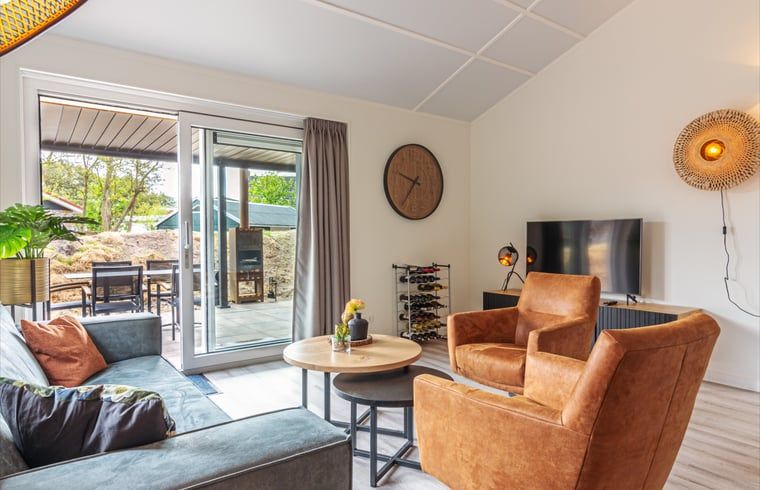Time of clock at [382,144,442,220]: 9:36
